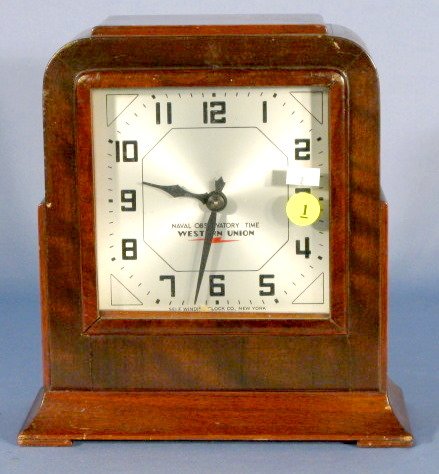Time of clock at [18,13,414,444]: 9:32
